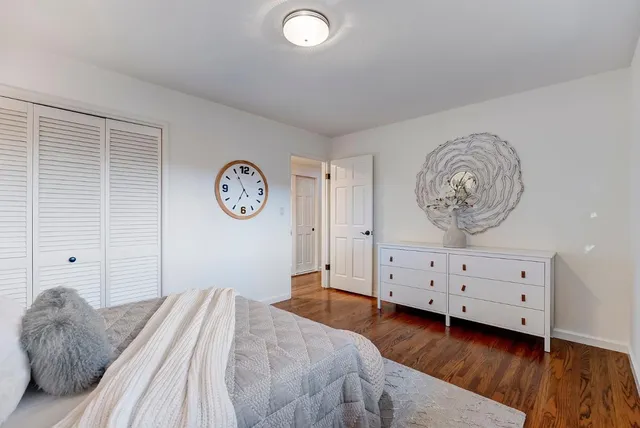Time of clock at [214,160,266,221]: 6:55
